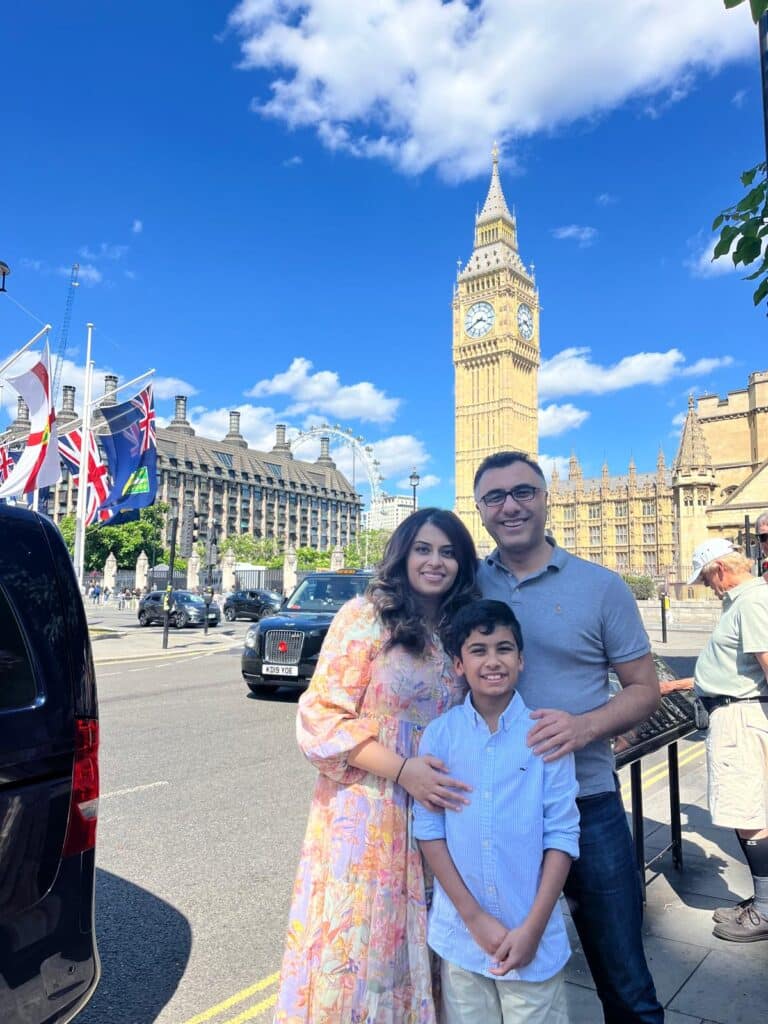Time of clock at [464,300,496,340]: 3:39
